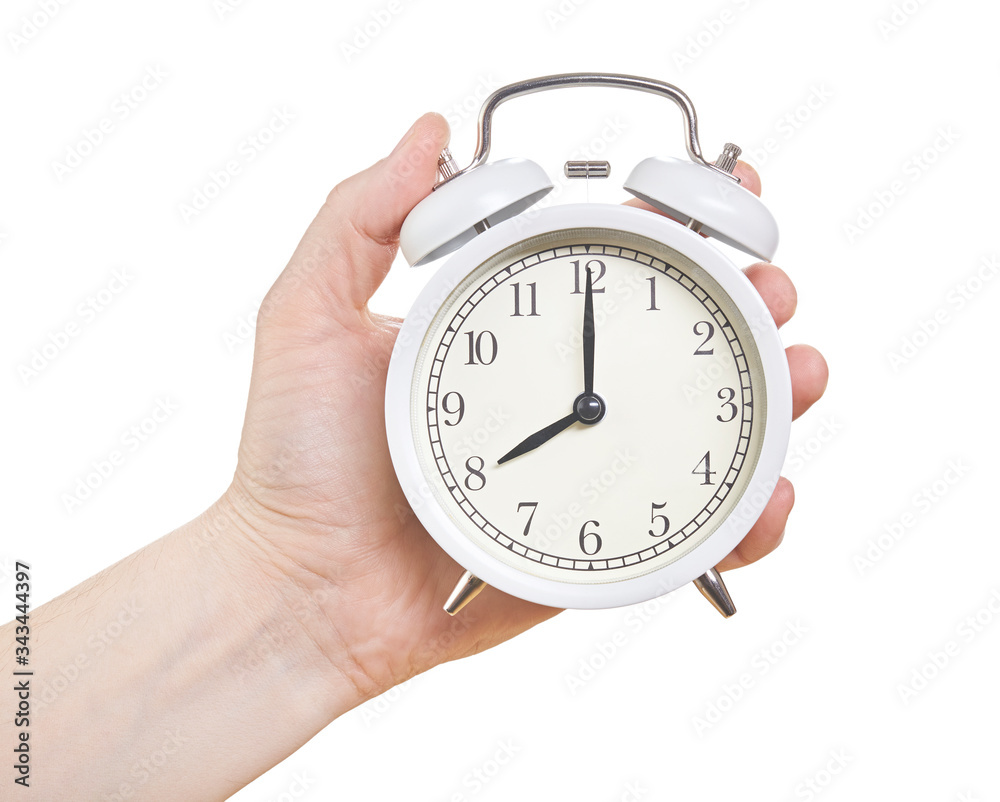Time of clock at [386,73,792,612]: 8:00
